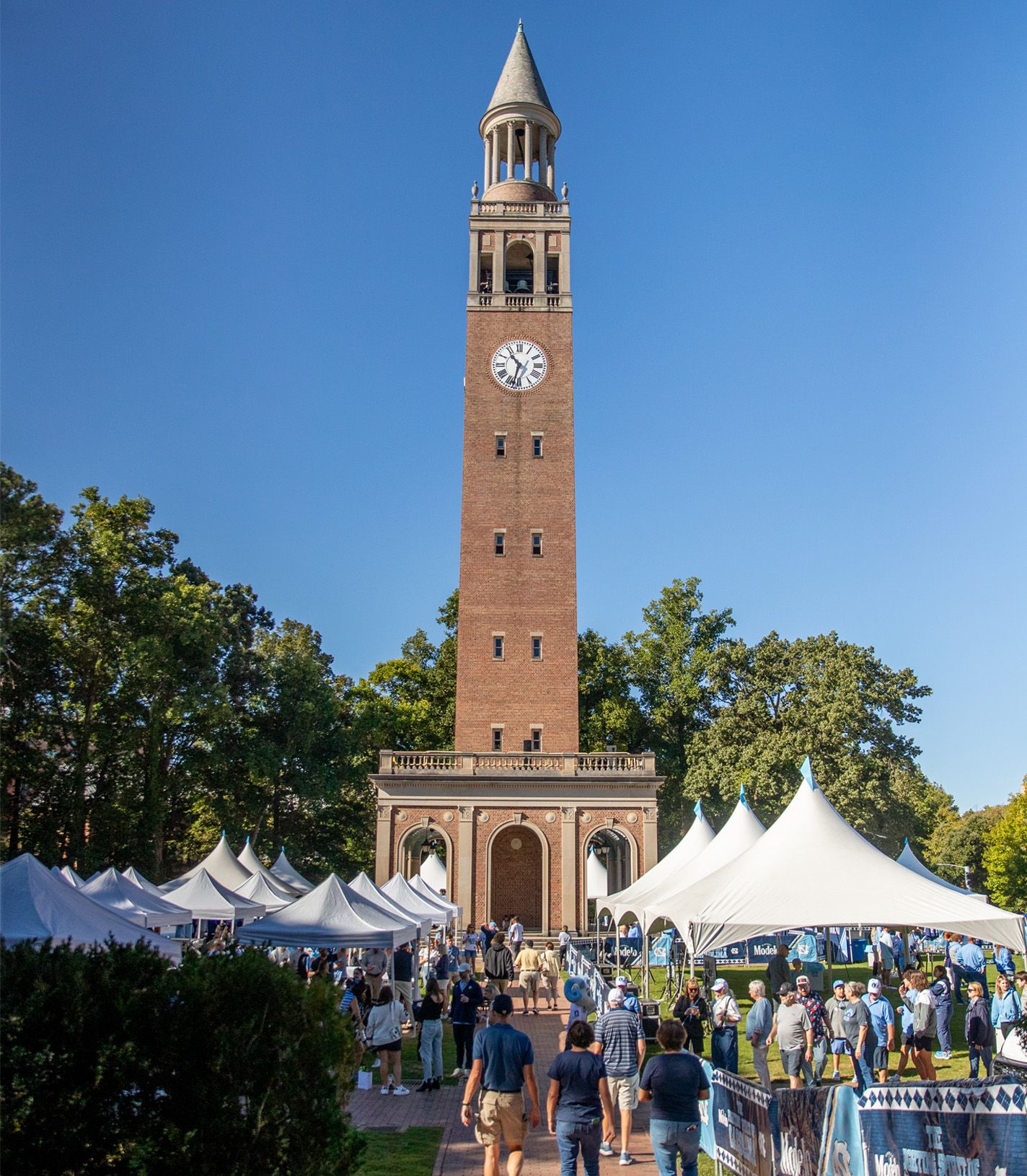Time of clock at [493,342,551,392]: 10:32
